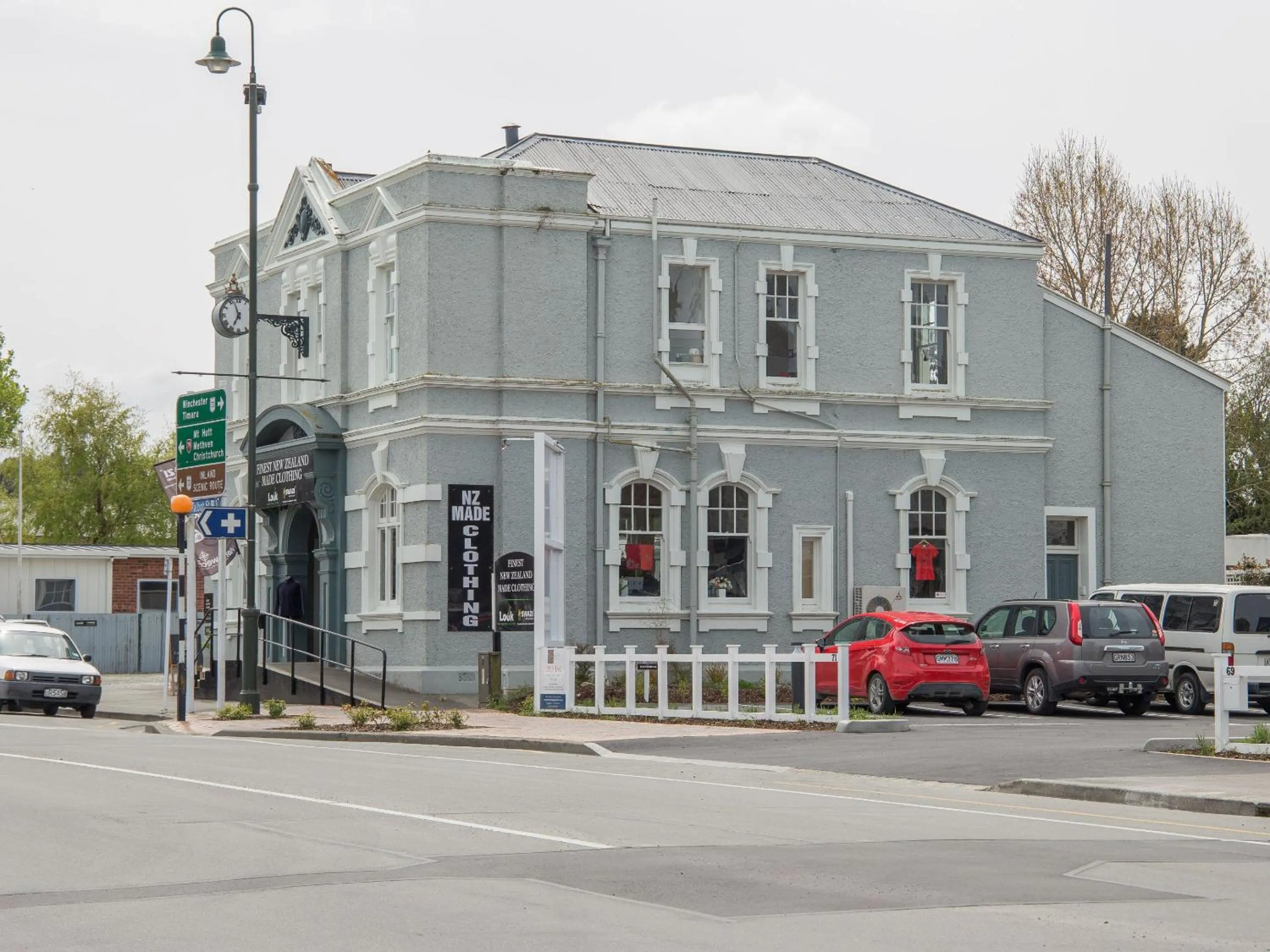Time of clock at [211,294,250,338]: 6:56
